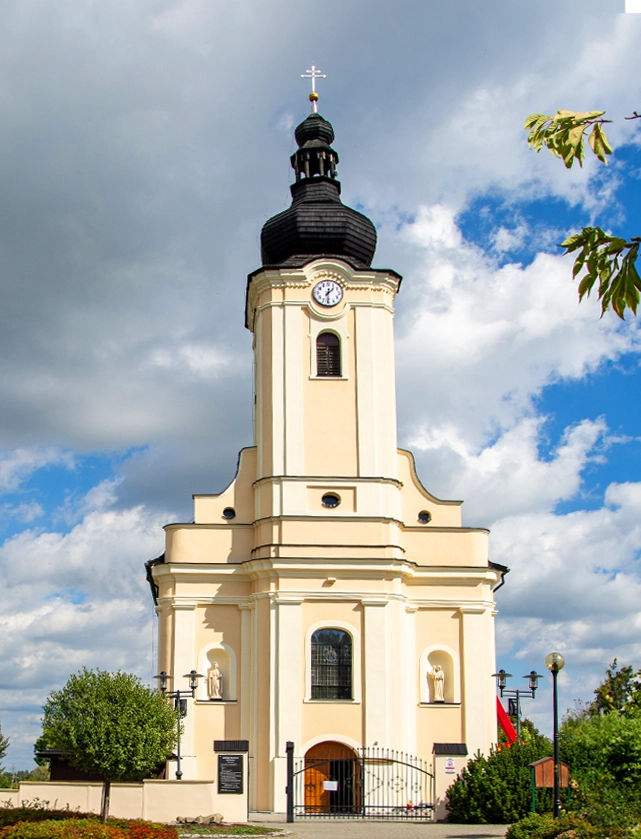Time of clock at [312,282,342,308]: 1:30
